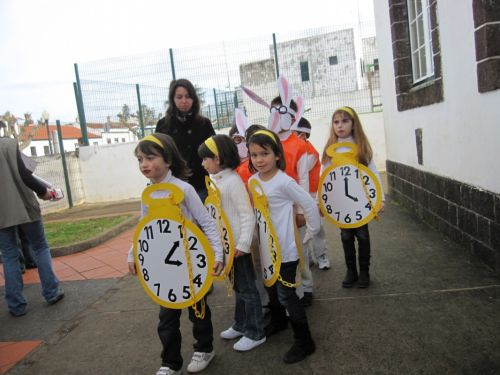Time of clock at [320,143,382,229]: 4:00
